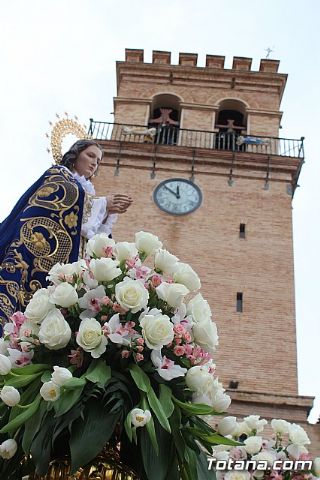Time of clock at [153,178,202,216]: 11:51
